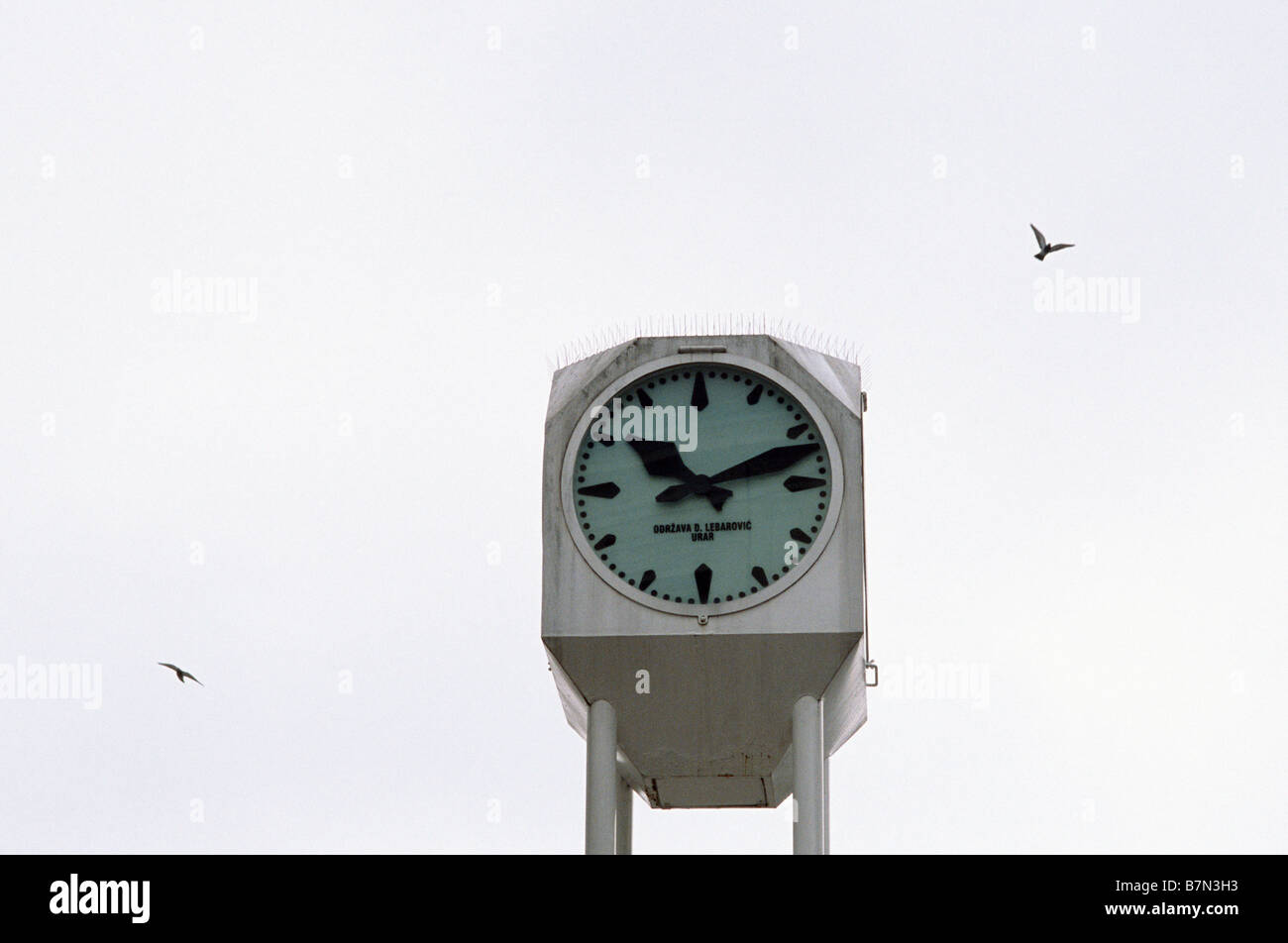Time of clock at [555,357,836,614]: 10:11
